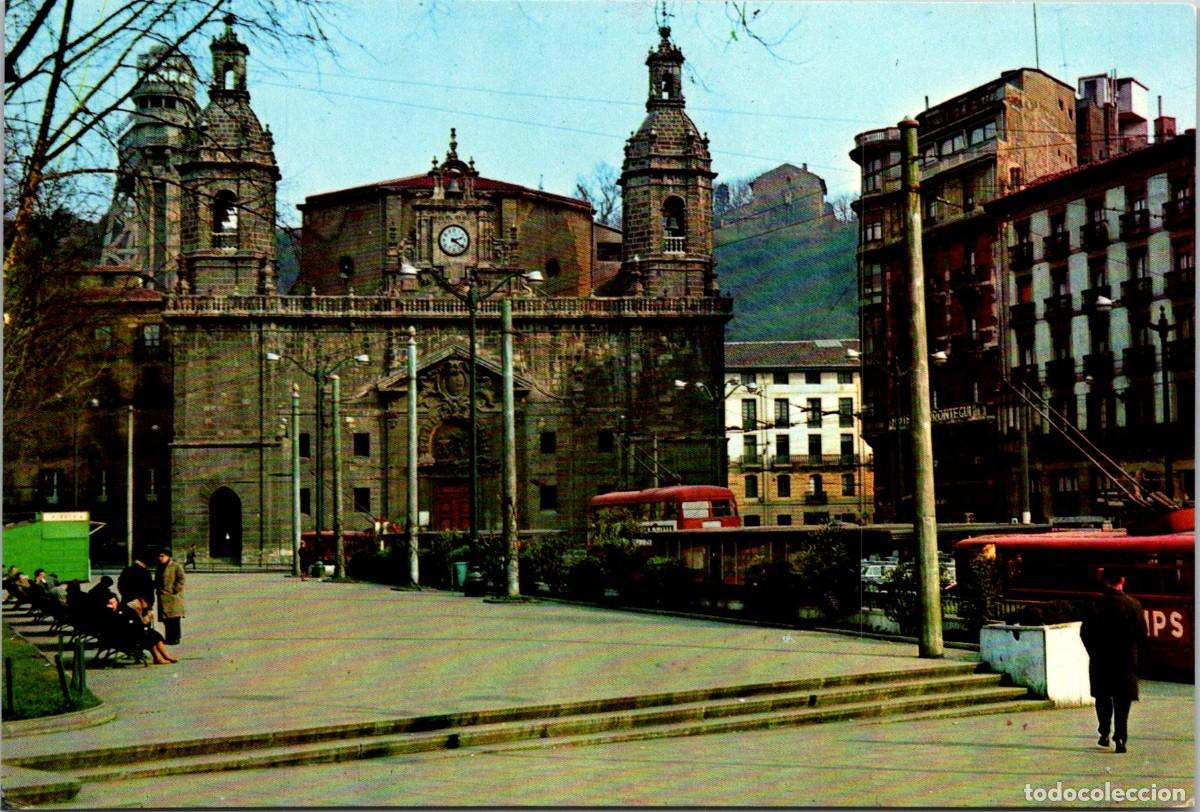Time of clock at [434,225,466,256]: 2:21
